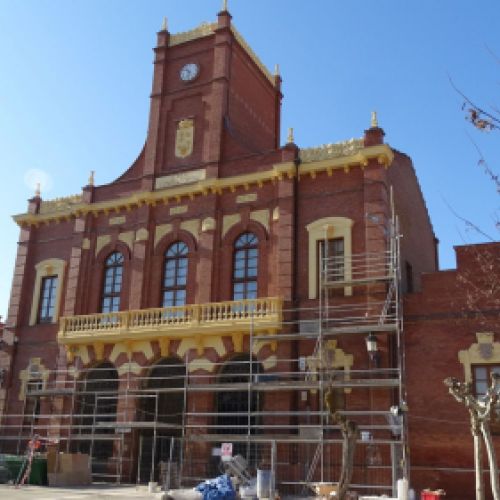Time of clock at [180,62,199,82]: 10:32
